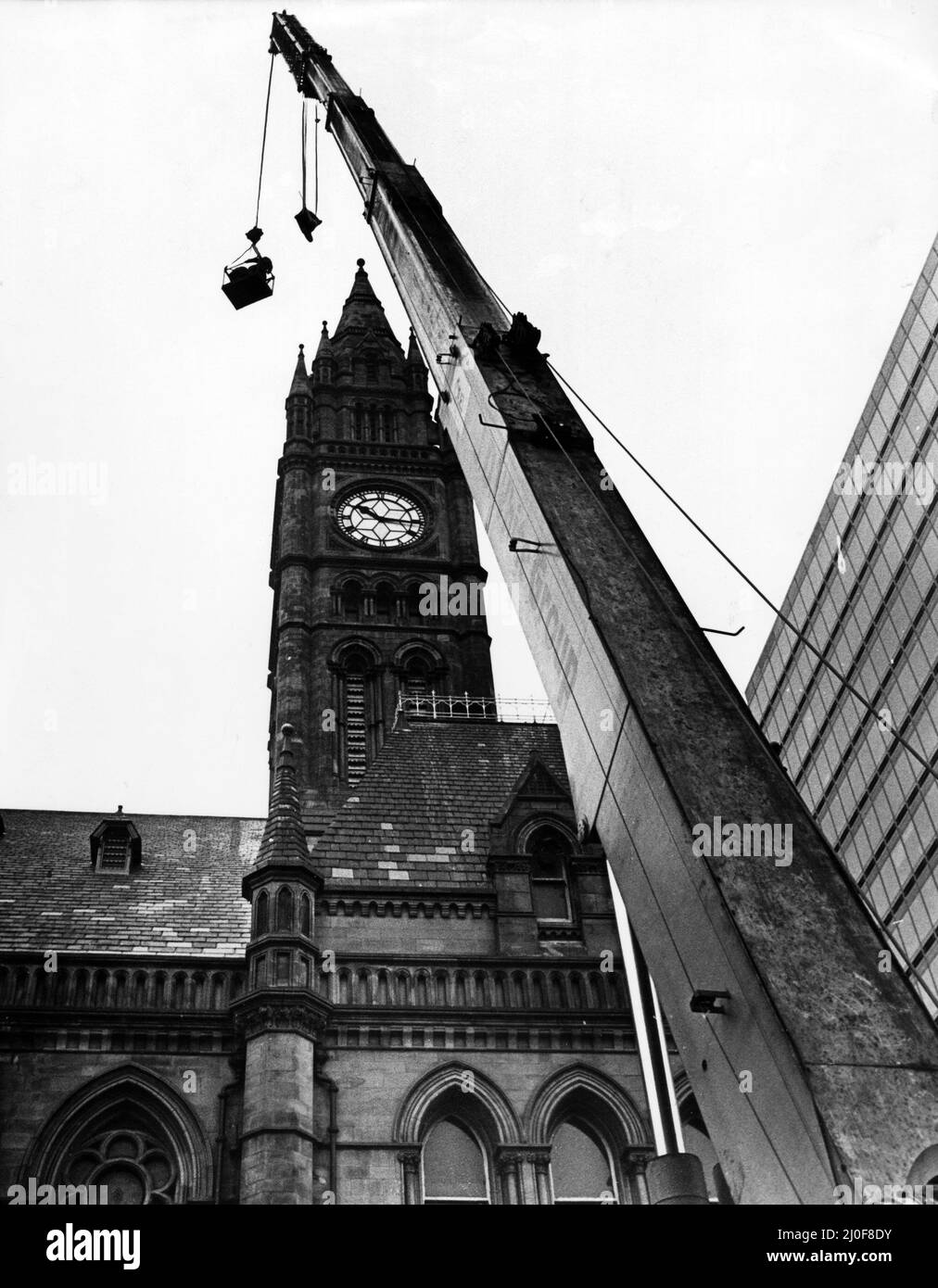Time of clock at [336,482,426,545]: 10:15
